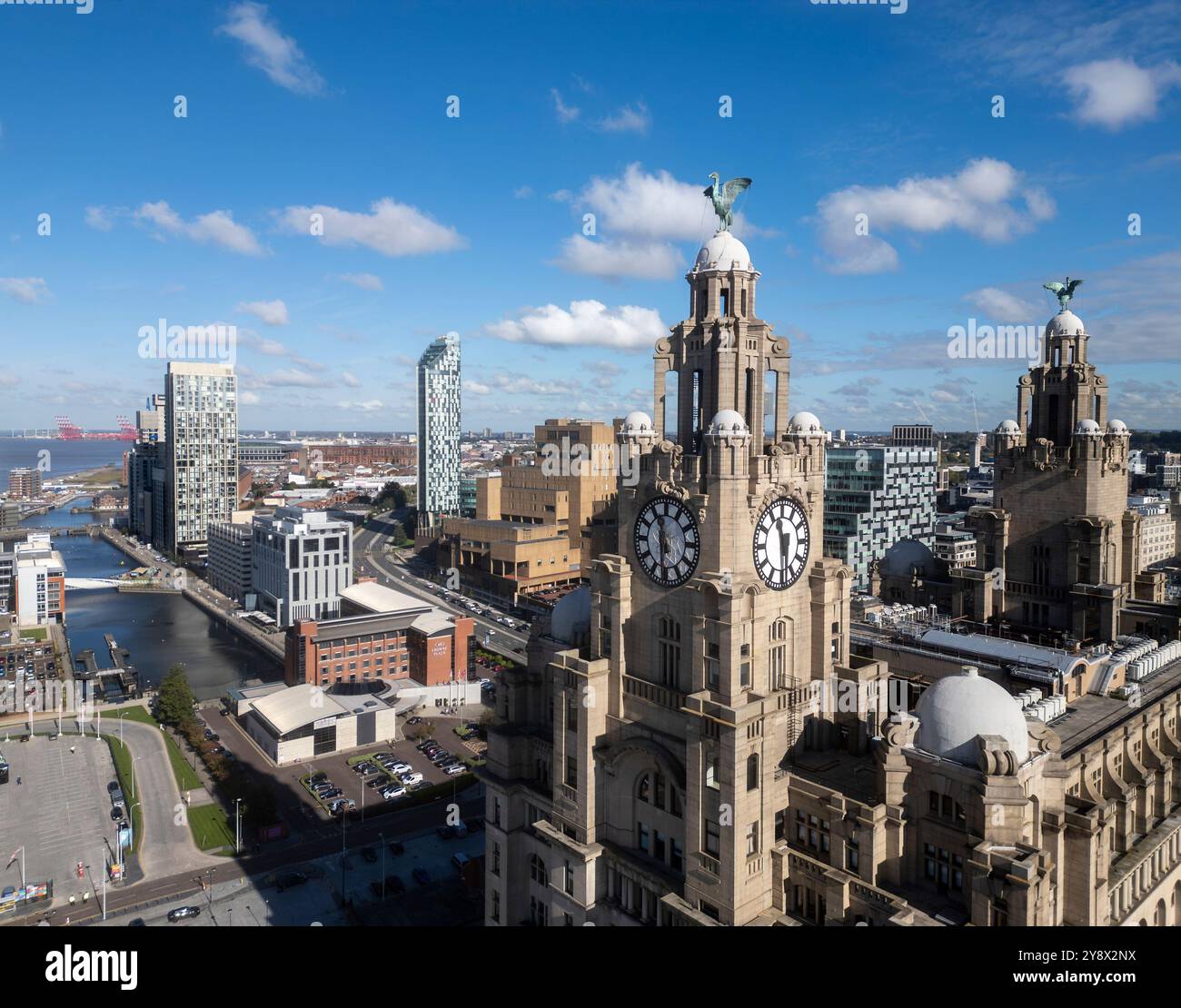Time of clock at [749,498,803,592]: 11:29
